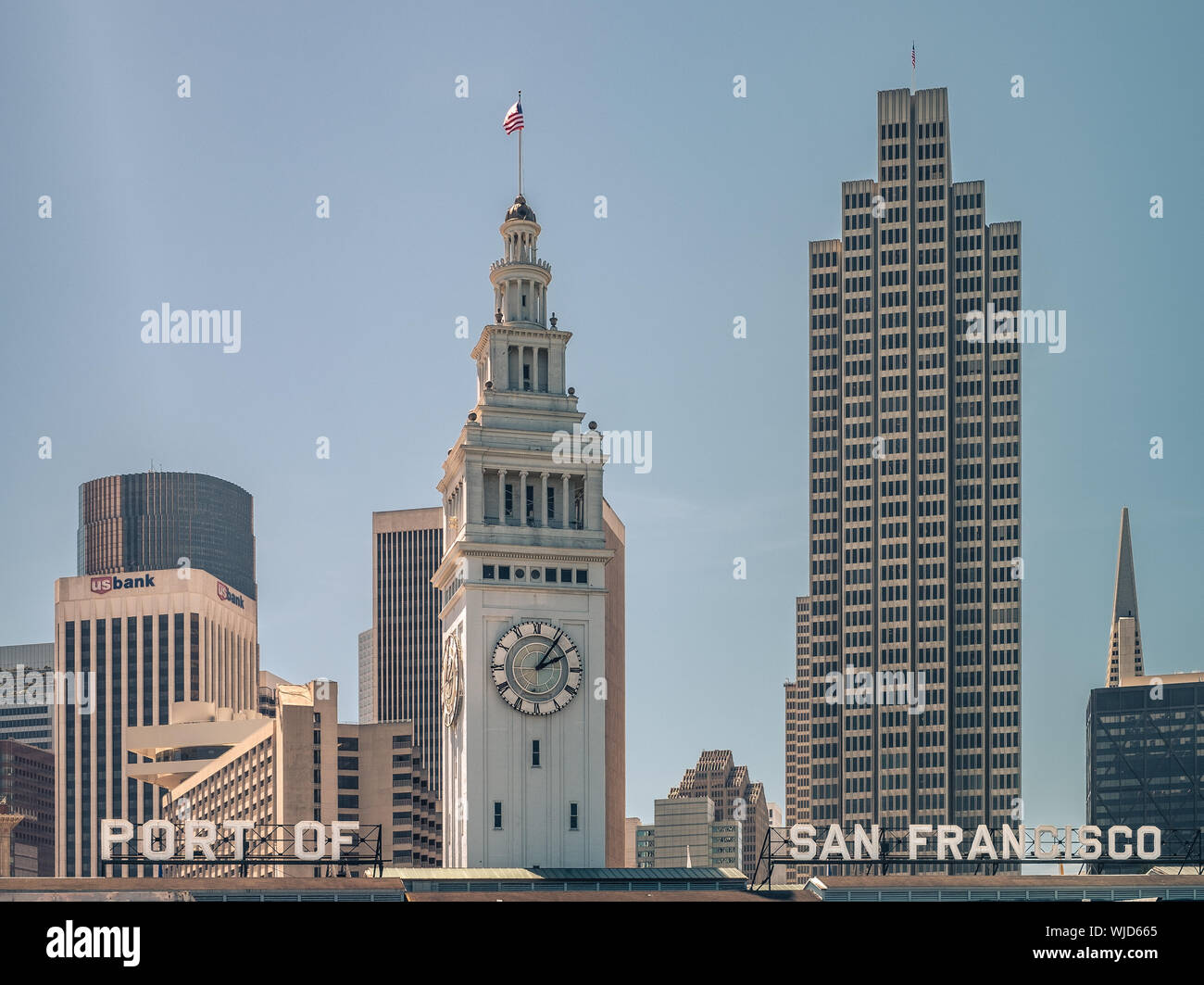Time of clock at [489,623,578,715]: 2:06
